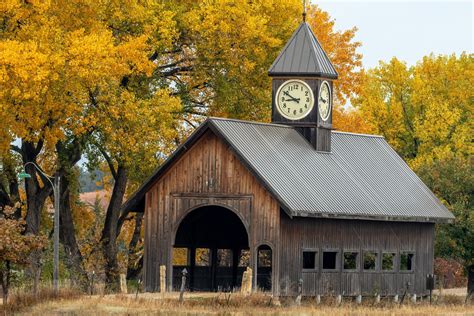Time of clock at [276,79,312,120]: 8:50
